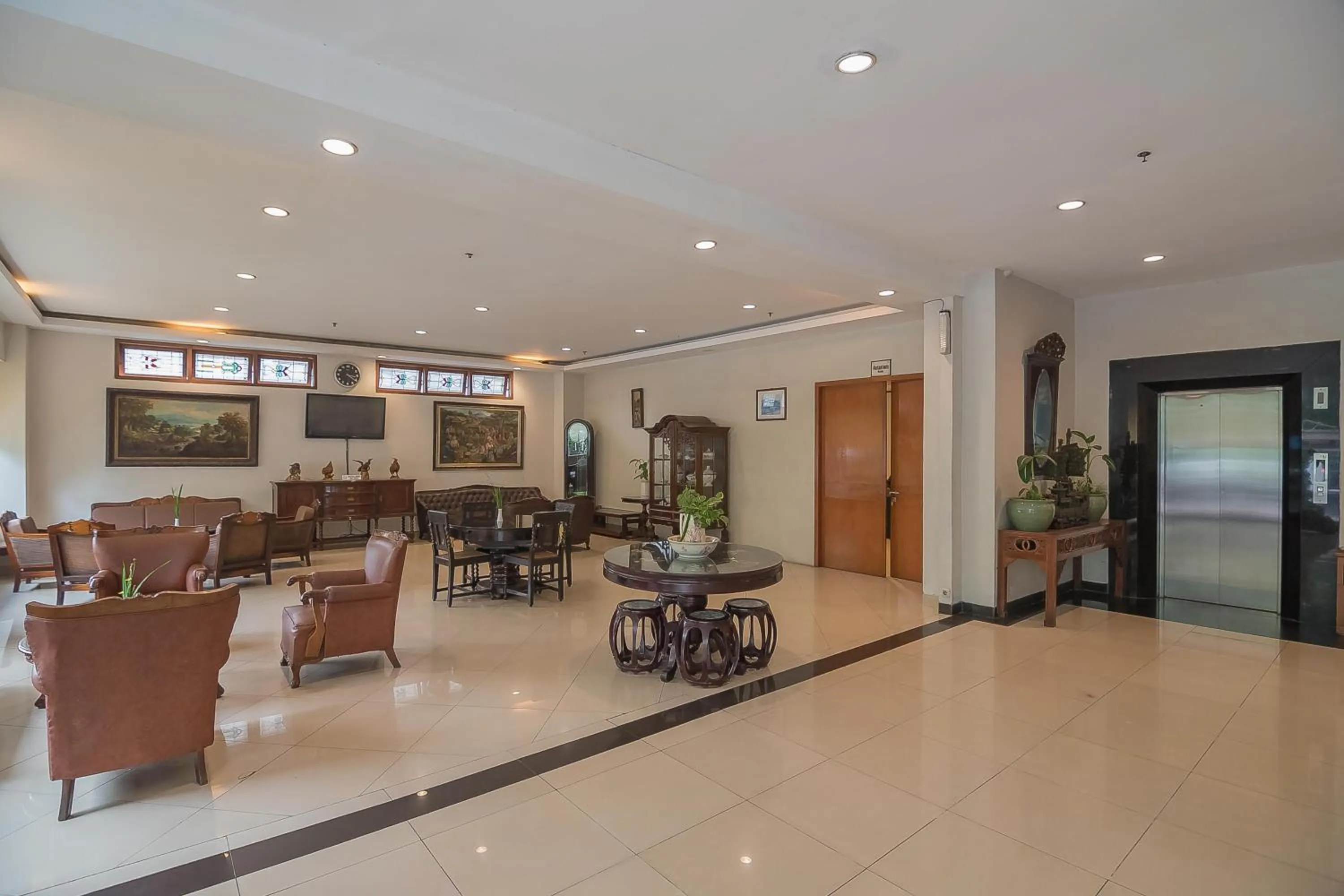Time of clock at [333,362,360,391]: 3:21
